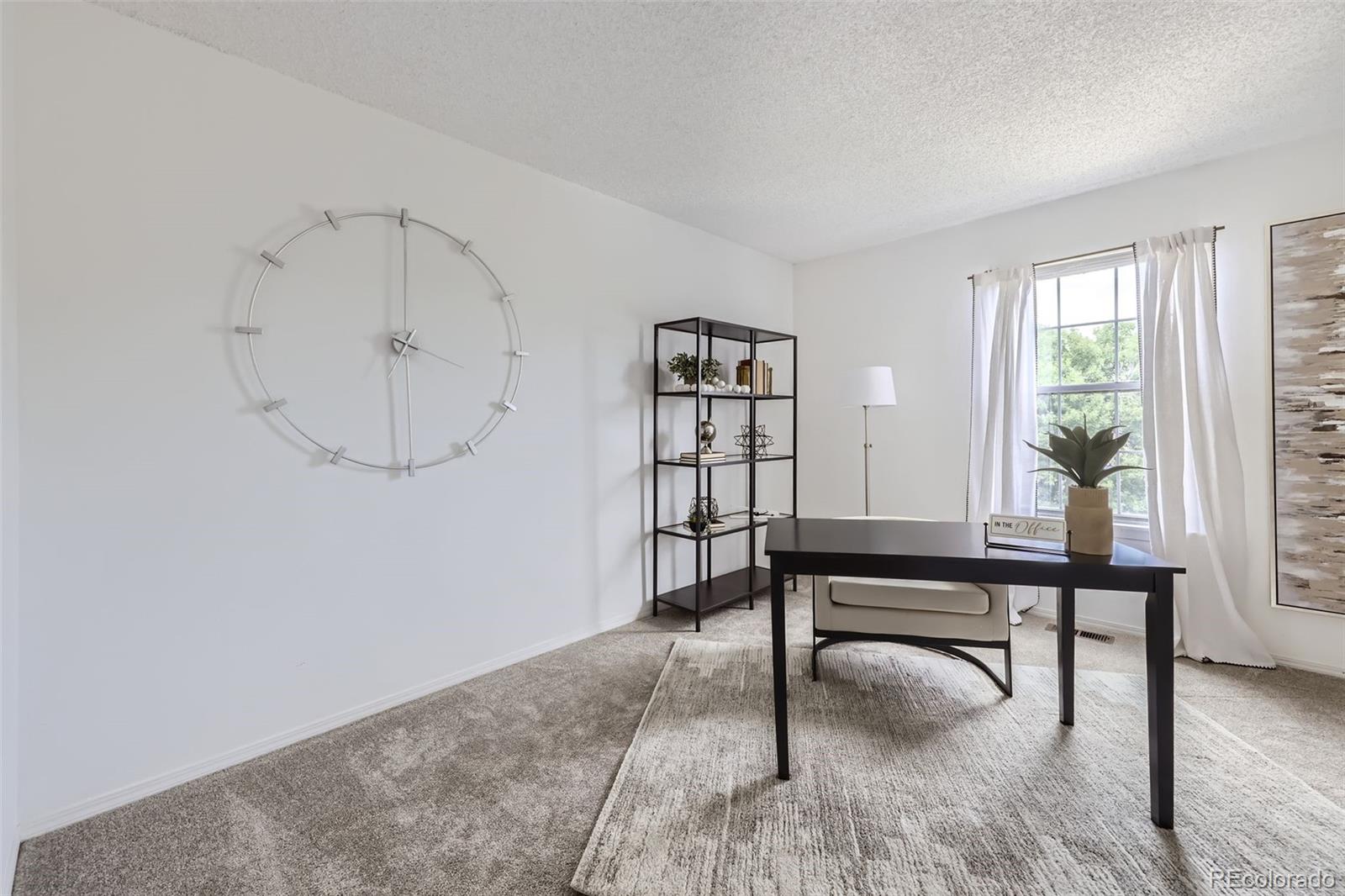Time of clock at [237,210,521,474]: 6:00
